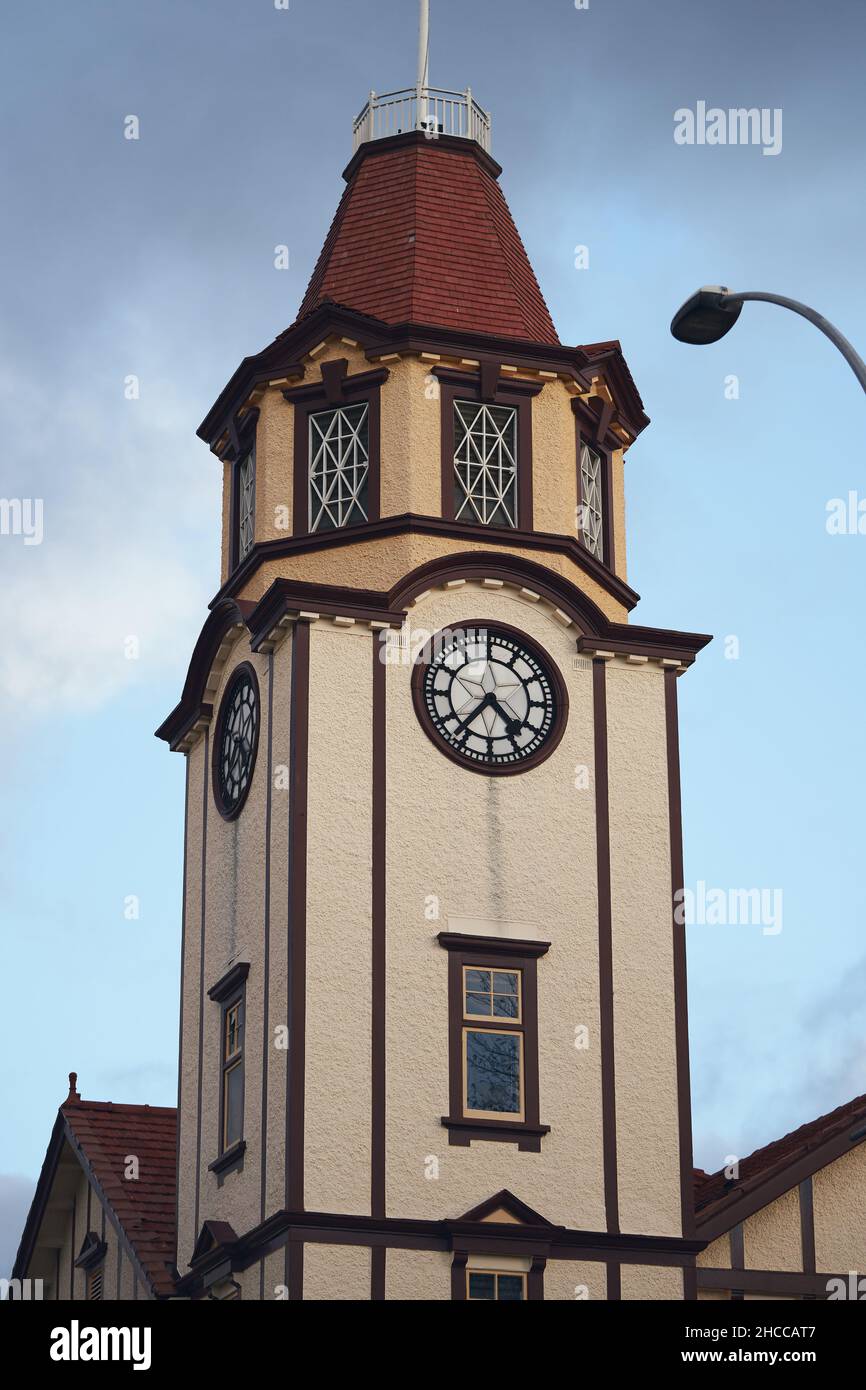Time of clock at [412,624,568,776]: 4:36
